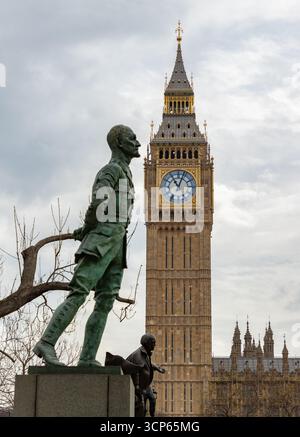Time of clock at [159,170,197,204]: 11:03
